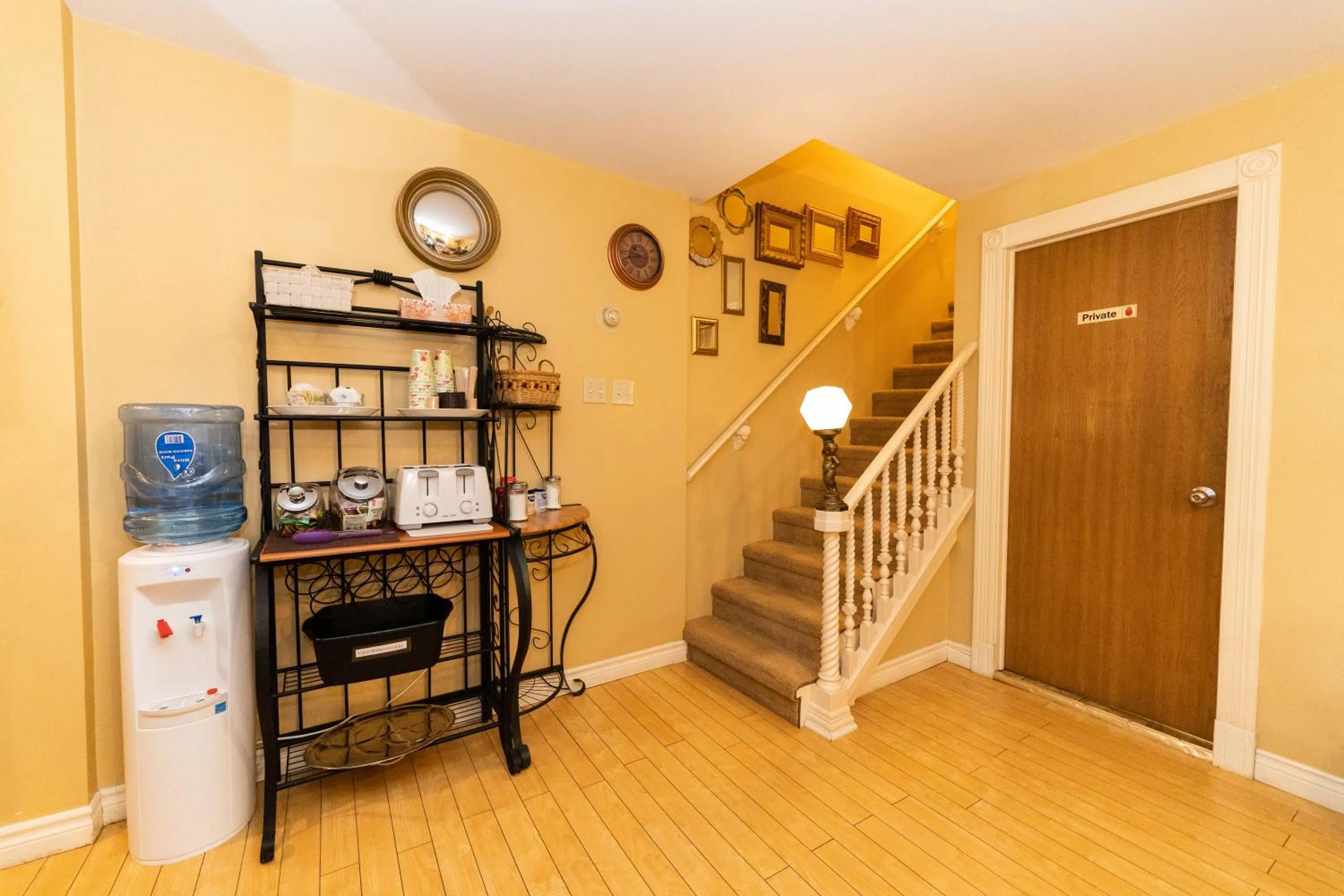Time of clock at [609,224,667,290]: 10:42
